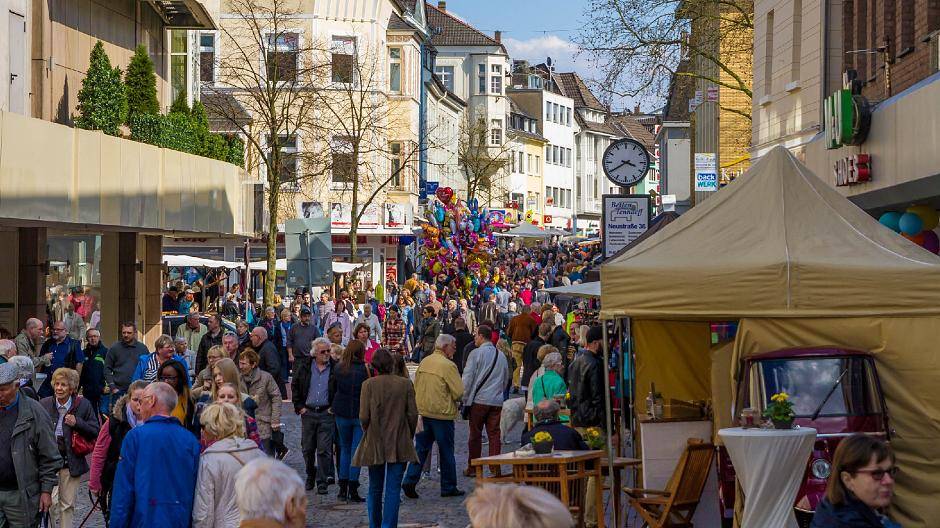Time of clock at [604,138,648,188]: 3:40
